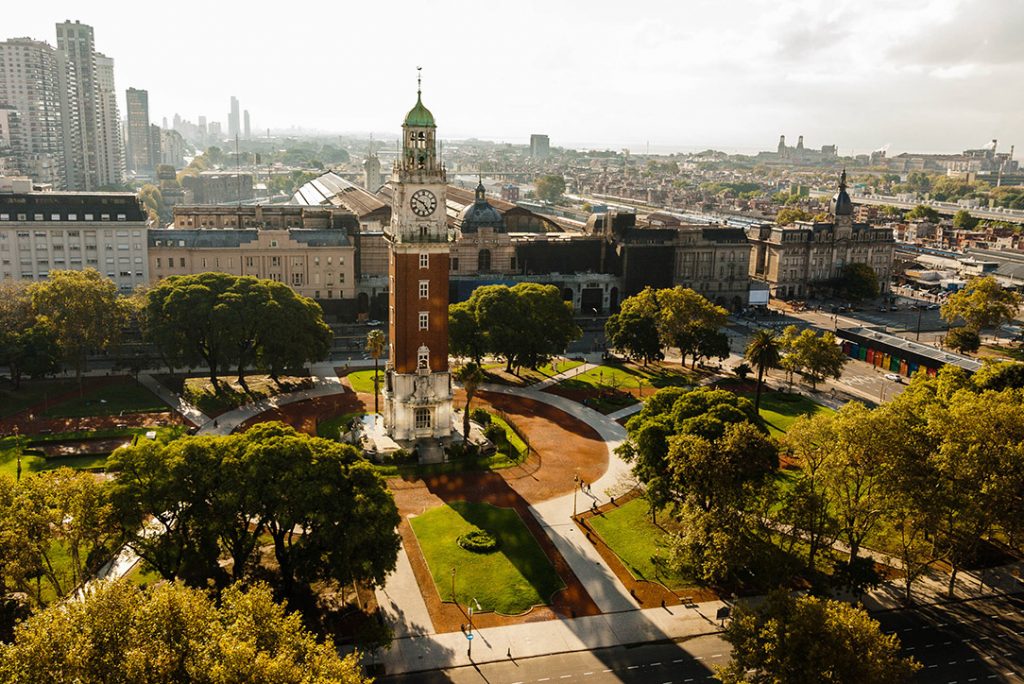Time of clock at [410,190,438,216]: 4:49
